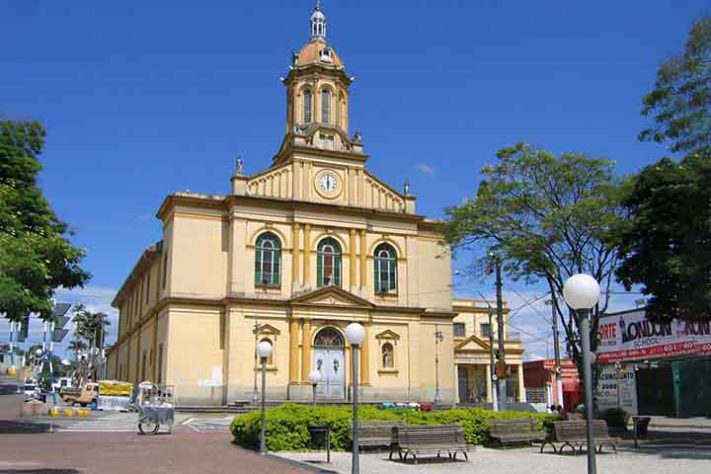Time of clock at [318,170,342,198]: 6:00
